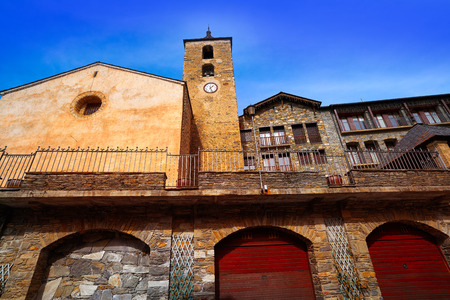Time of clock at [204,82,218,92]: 1:26
